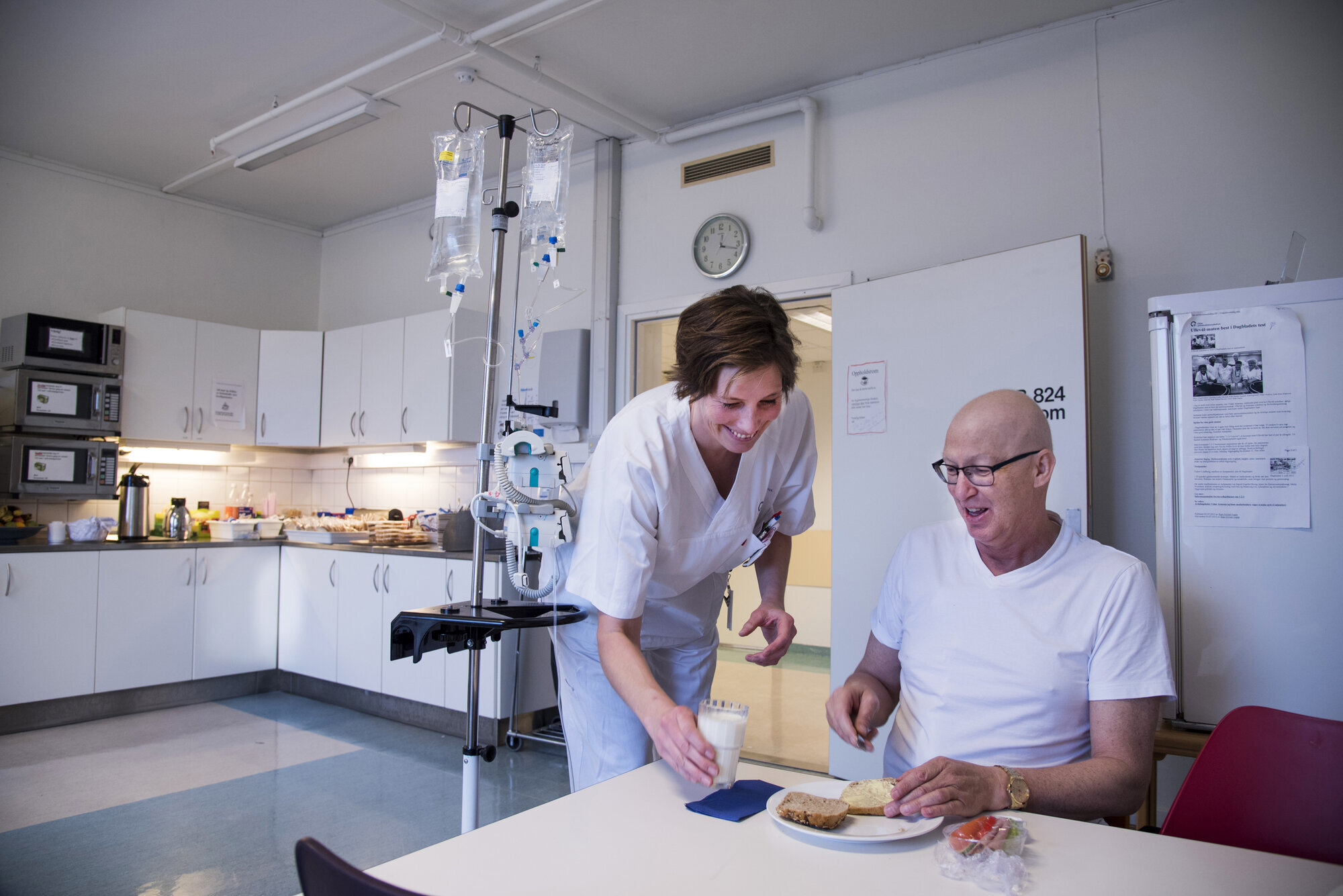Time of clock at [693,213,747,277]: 12:17
